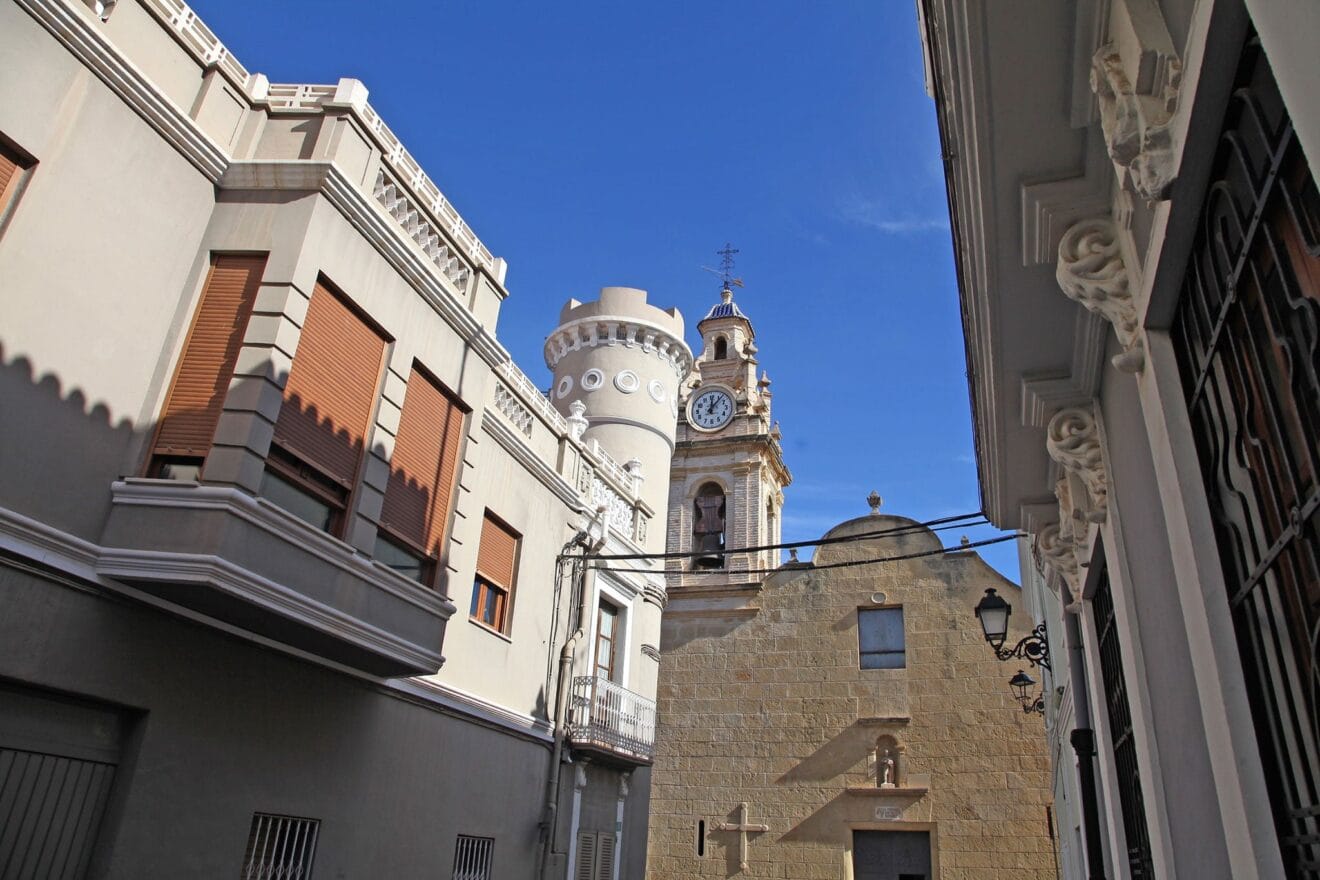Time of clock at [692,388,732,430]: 12:06
